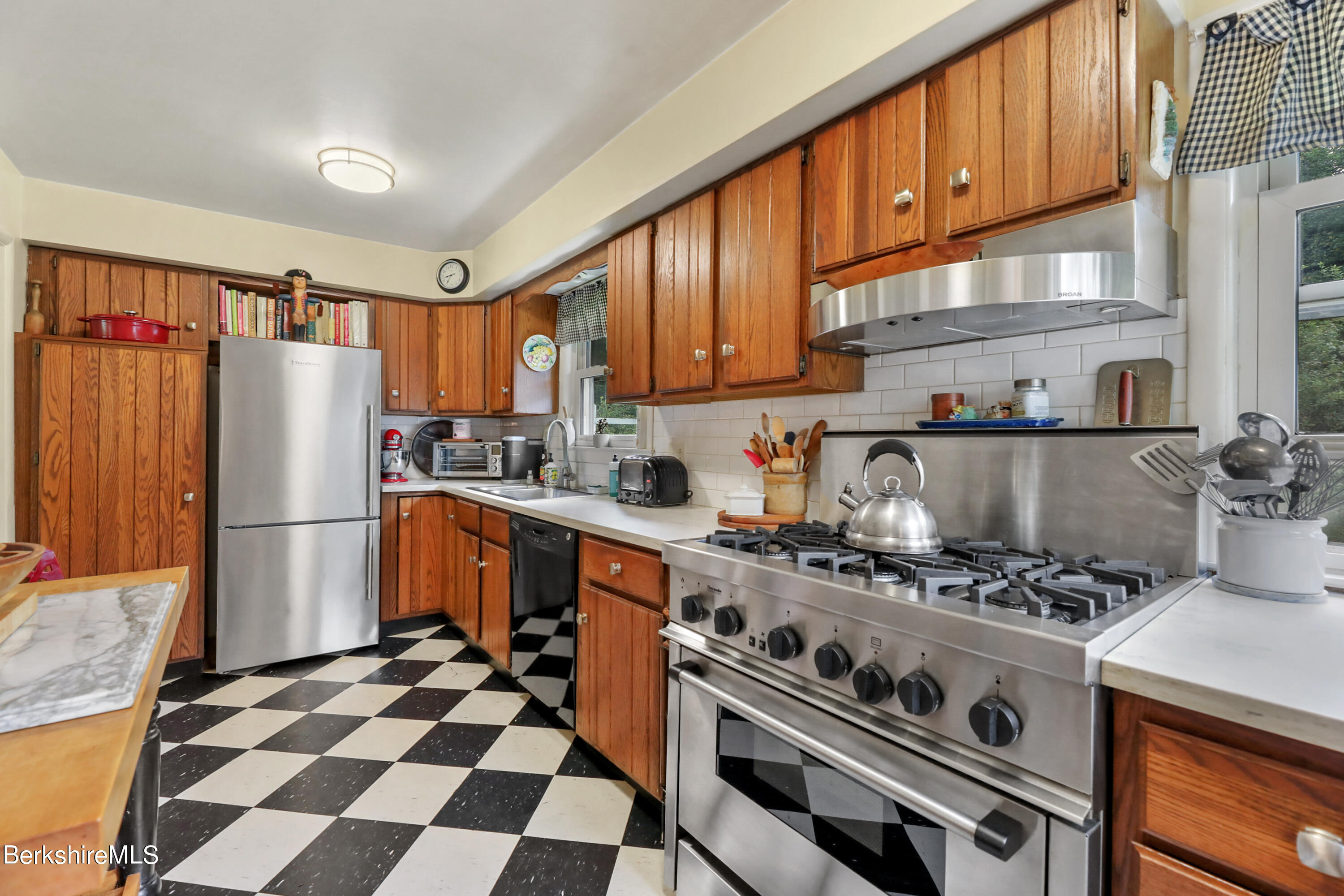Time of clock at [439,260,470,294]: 8:35
